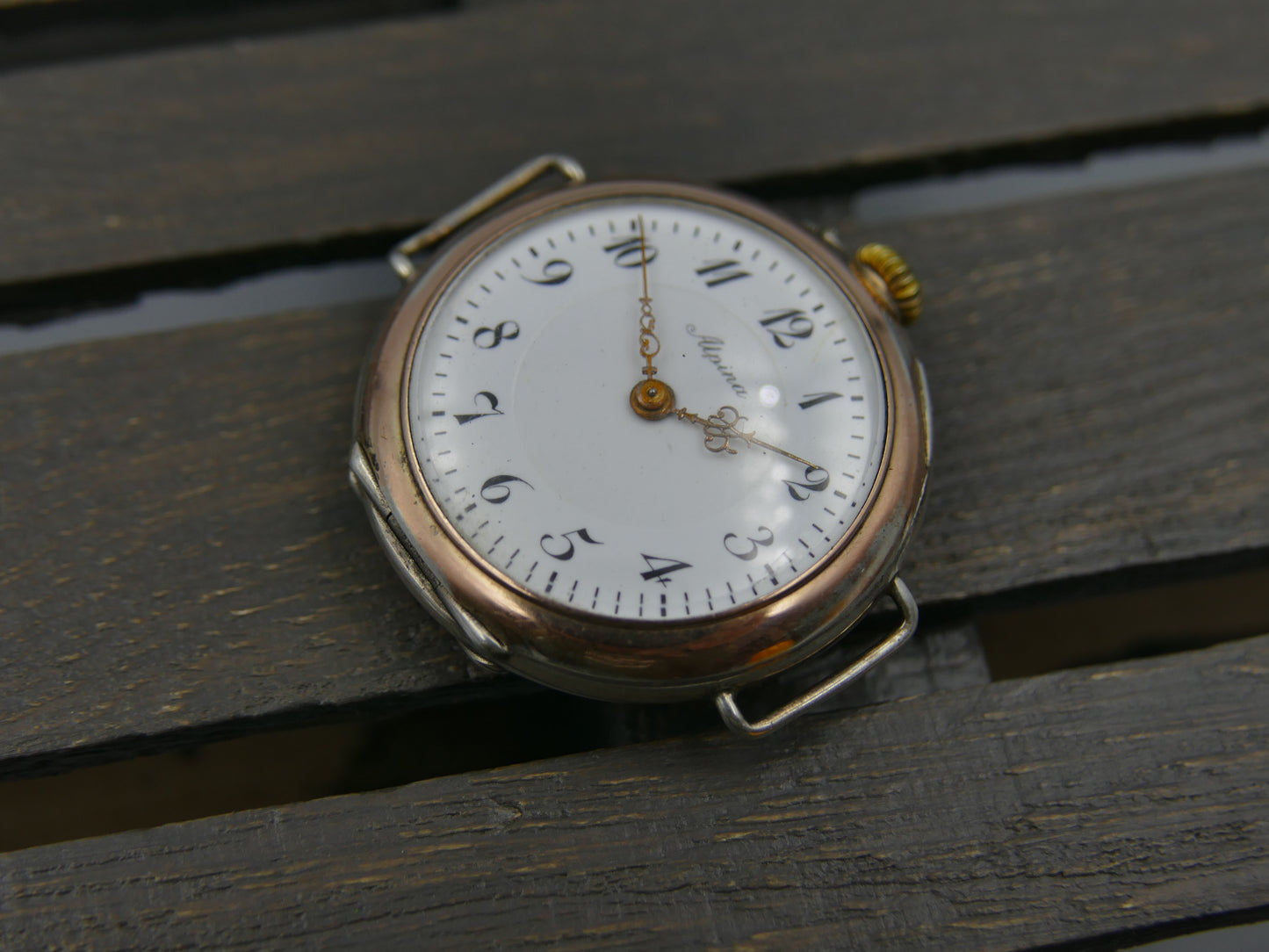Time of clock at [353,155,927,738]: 4:00
